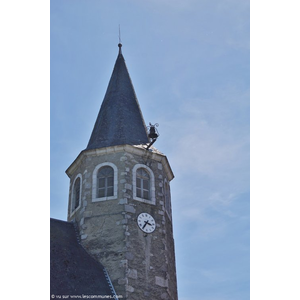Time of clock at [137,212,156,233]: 3:35
